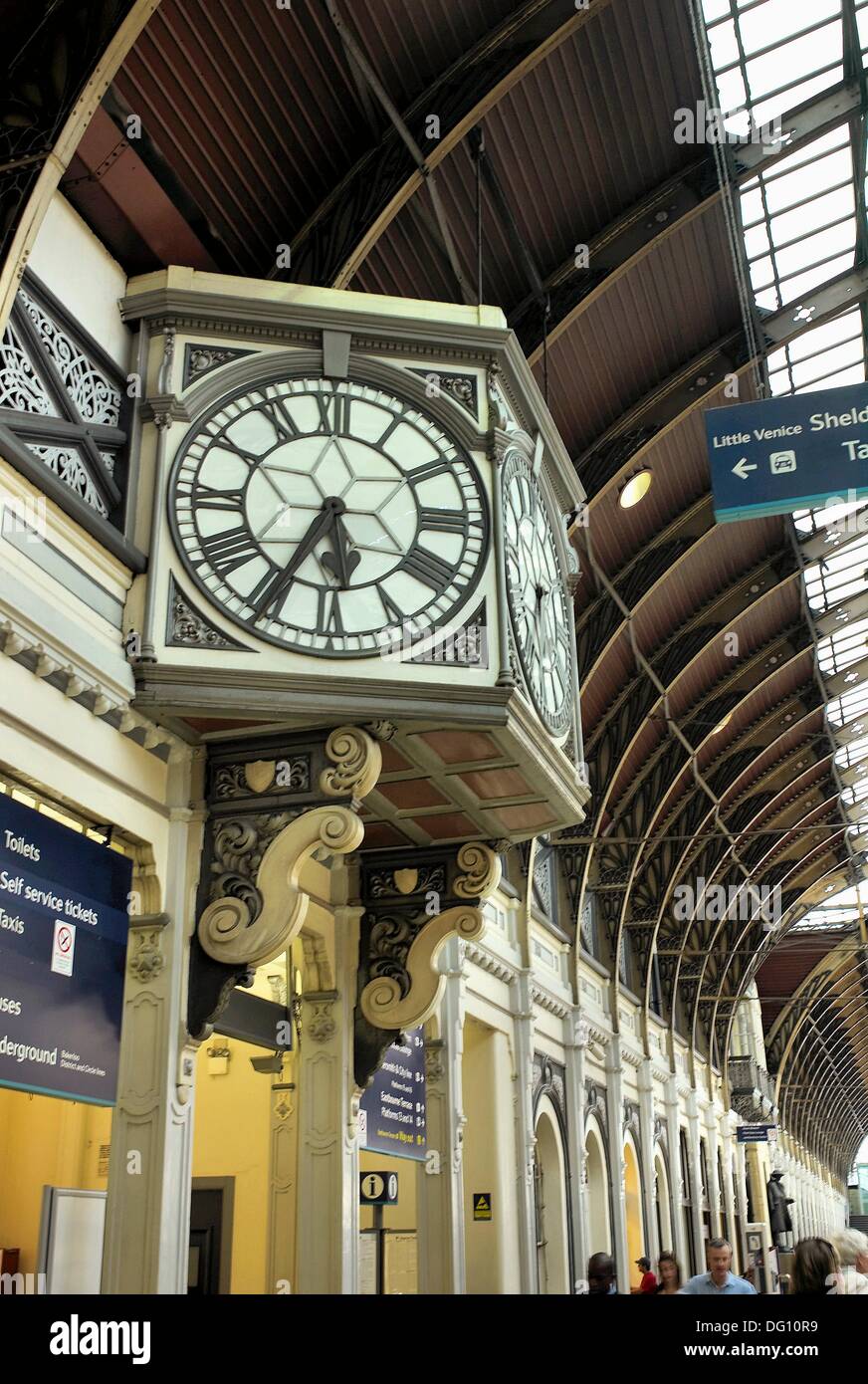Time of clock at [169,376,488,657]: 5:34
